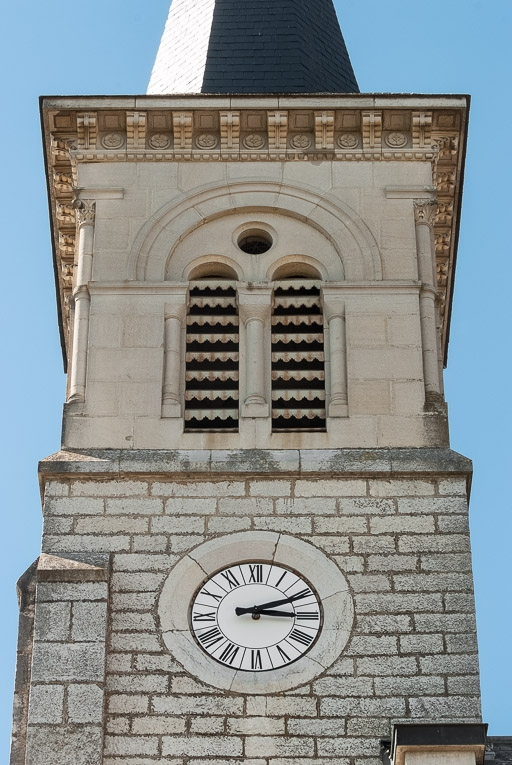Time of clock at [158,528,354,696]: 2:15
